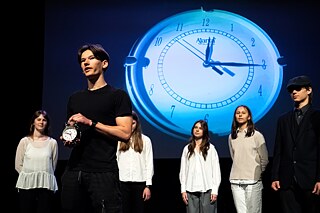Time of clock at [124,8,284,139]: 12:15
